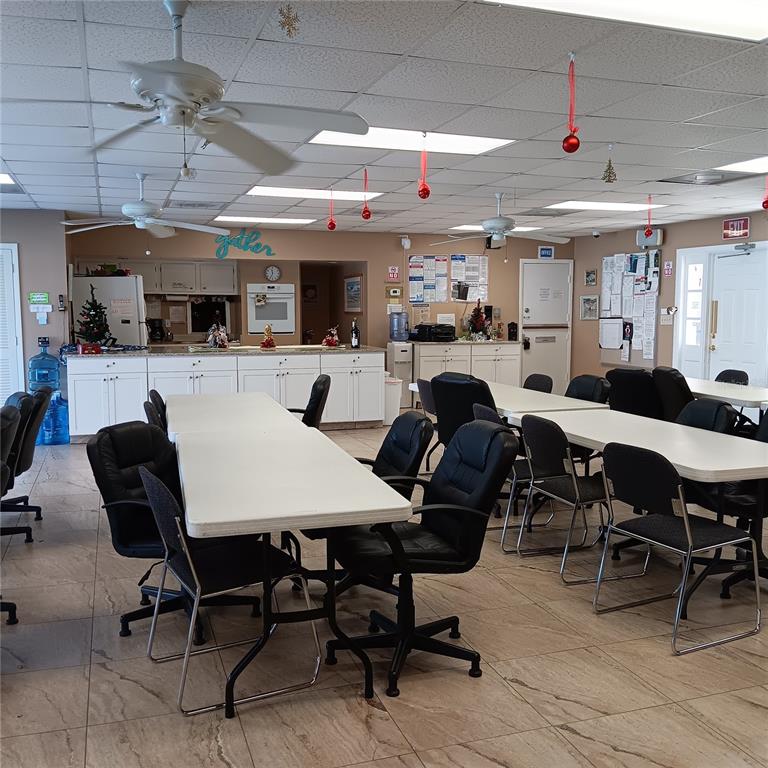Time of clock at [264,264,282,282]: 11:34
